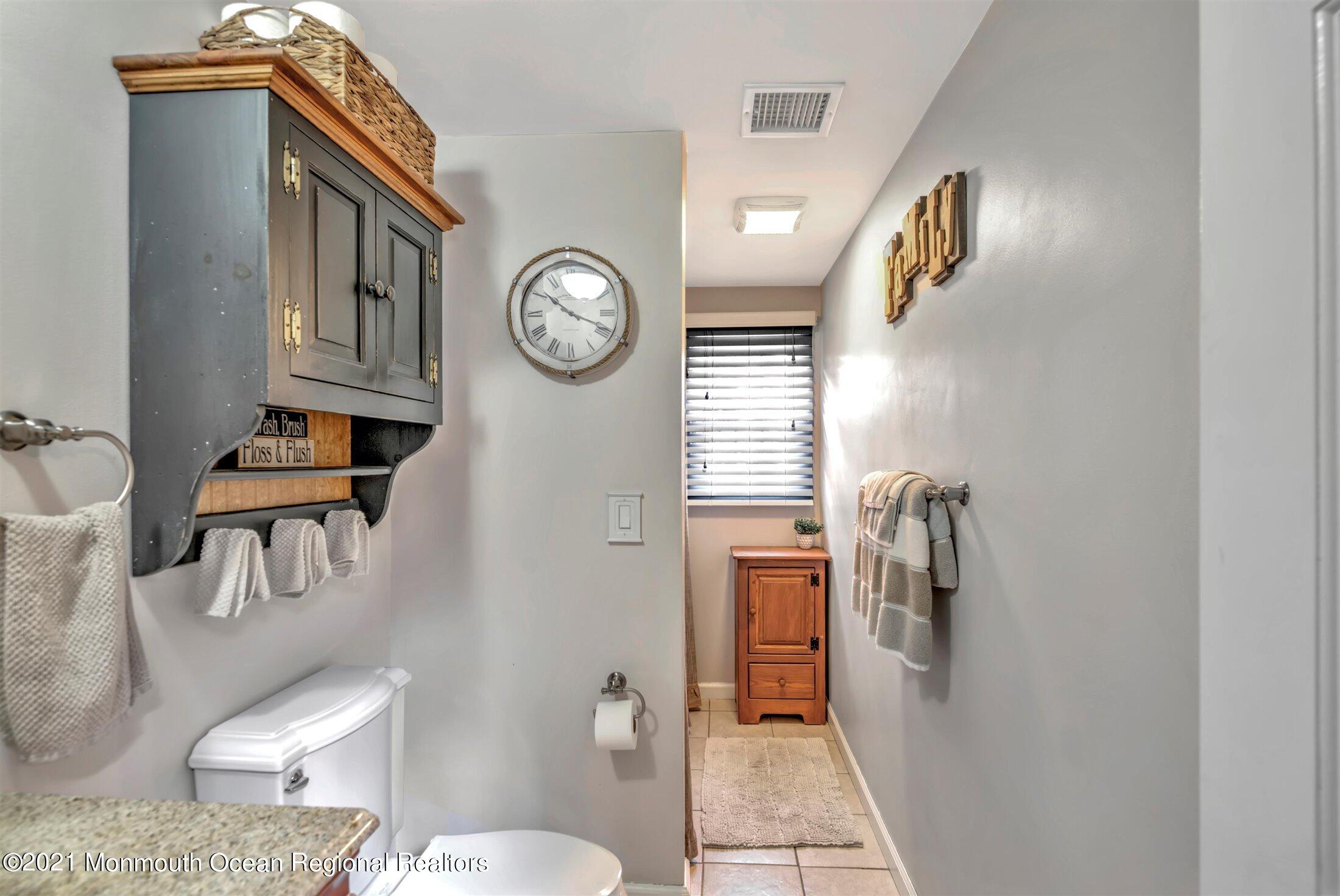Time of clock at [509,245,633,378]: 10:18
